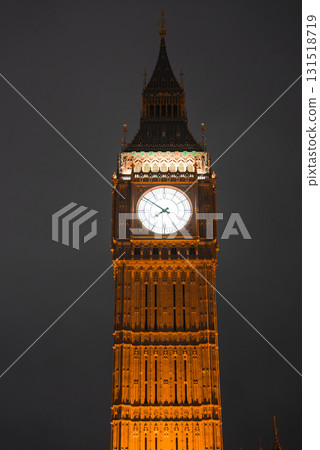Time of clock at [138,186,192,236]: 7:50
